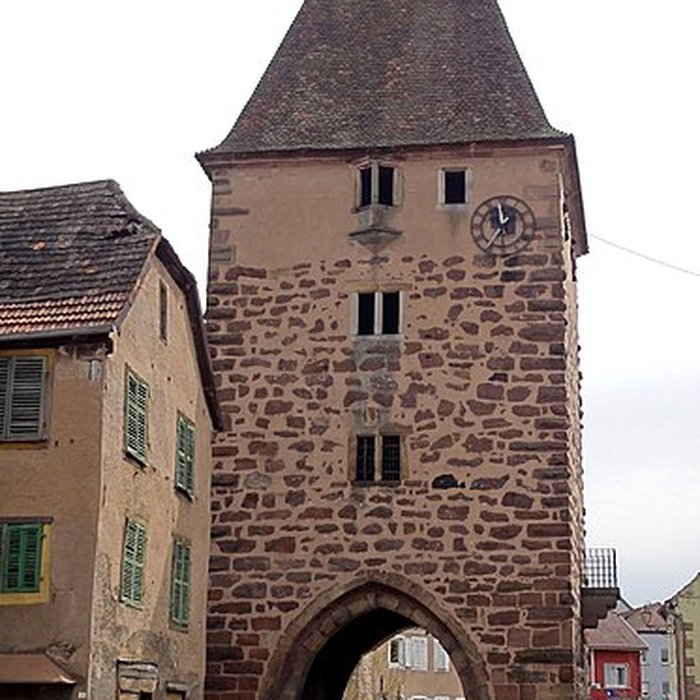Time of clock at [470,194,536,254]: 11:35
